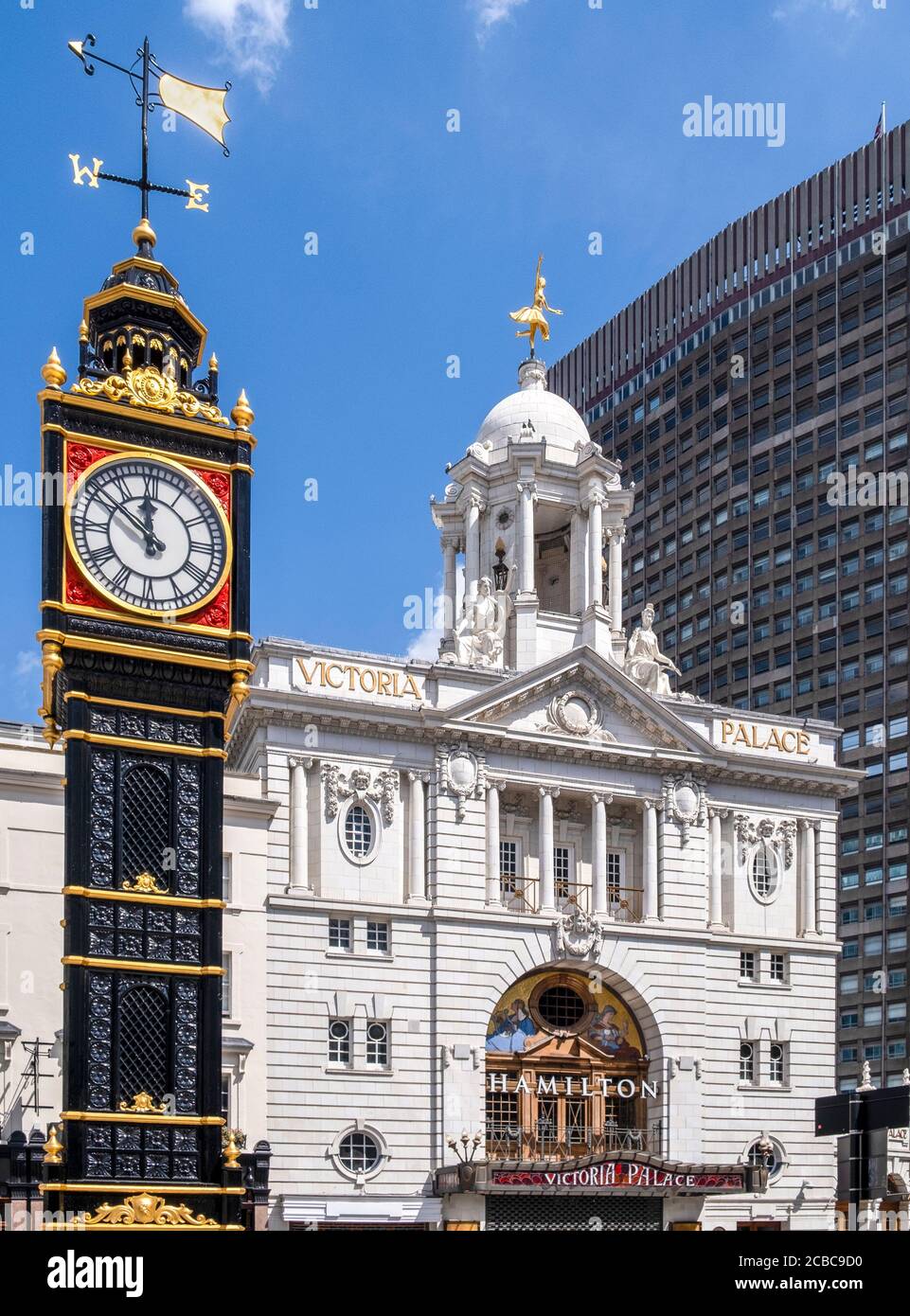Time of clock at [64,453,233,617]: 11:51
